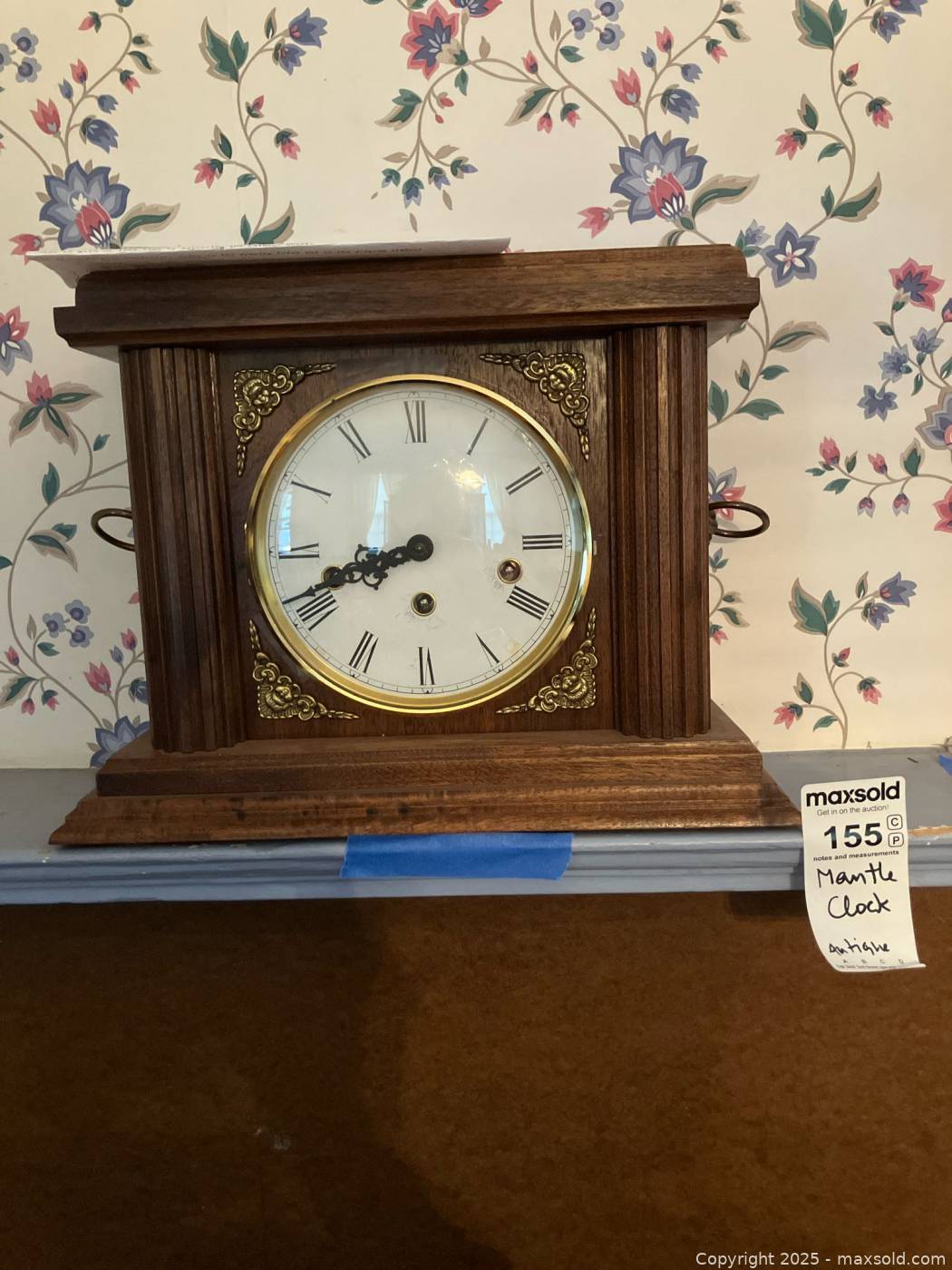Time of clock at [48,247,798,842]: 8:41
